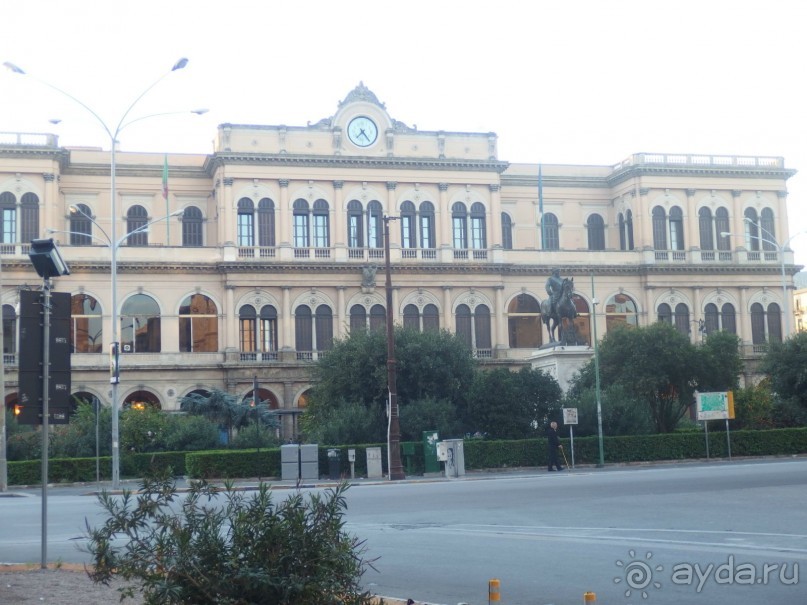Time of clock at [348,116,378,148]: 7:23
